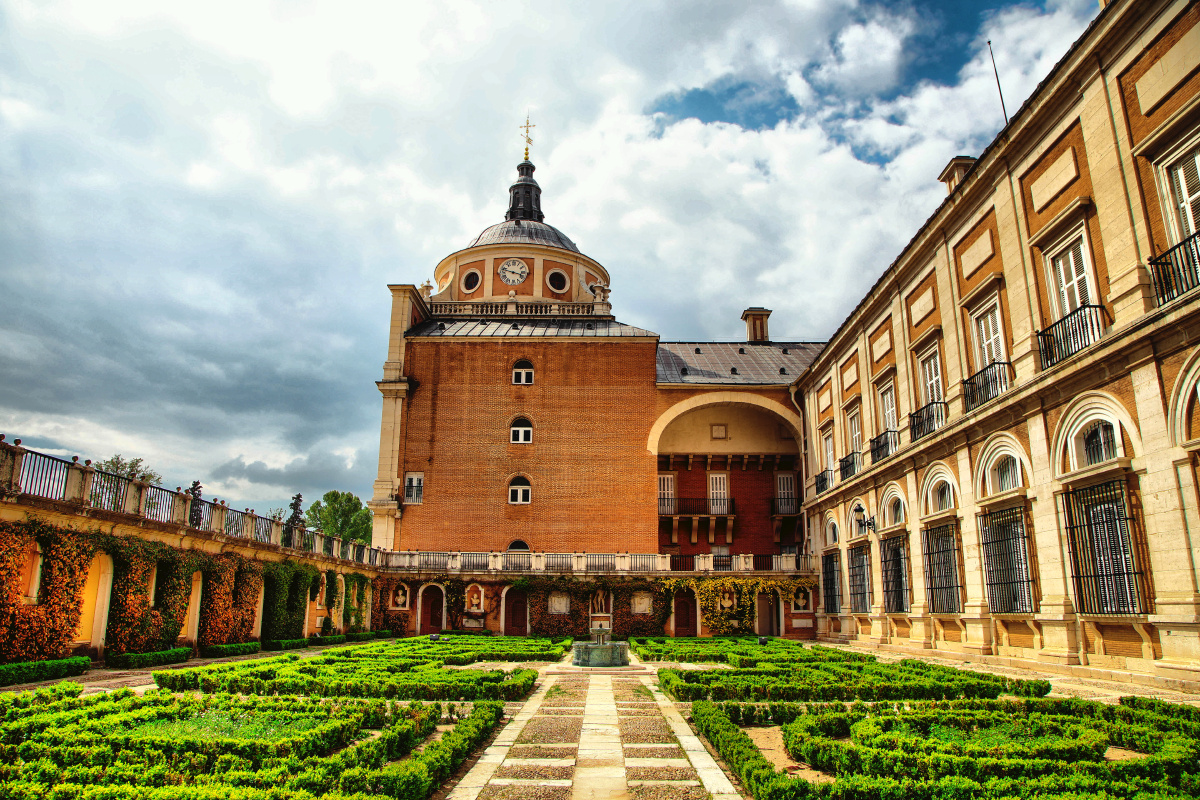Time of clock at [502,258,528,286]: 3:47
